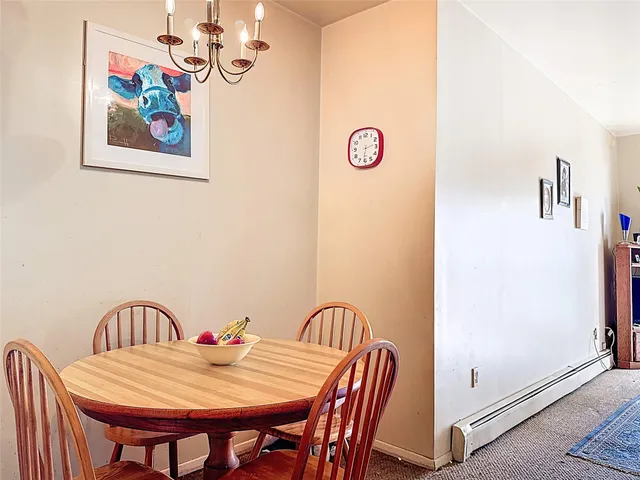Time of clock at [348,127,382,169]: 6:13
